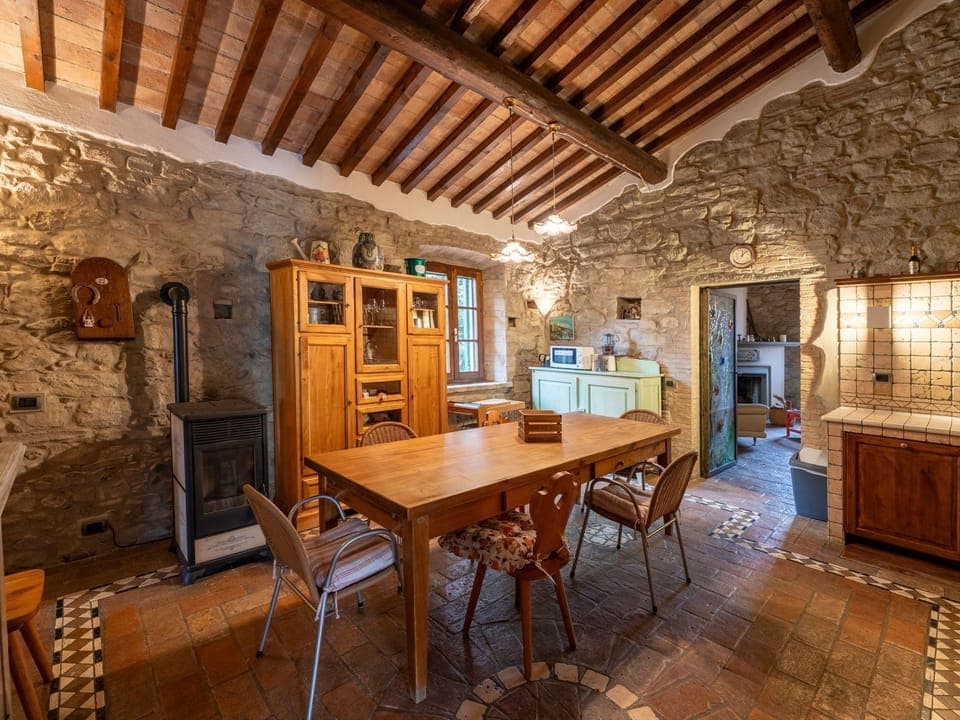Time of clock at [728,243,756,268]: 12:07
